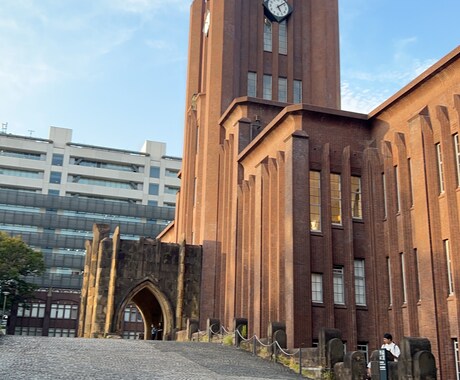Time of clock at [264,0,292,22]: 5:08
